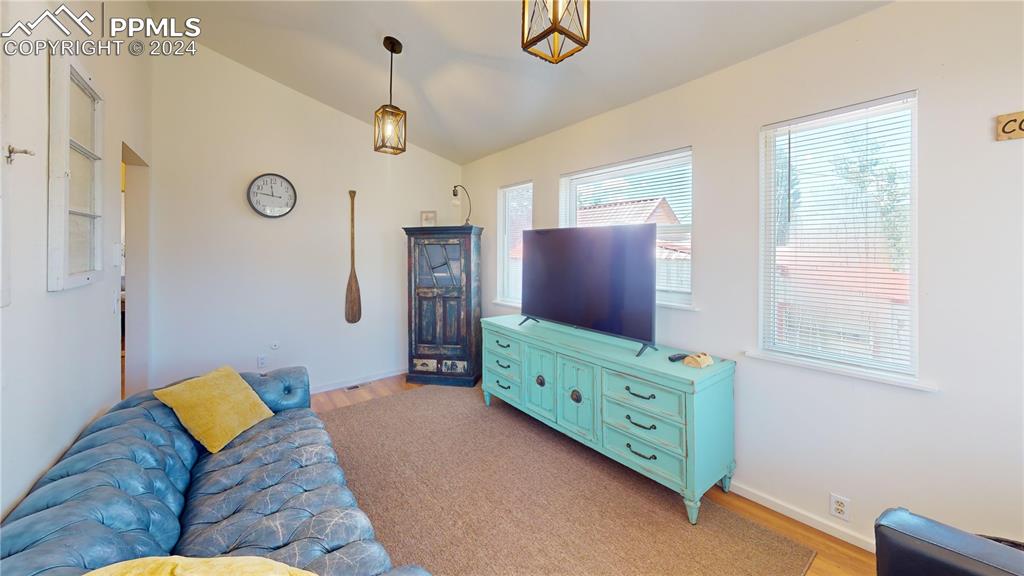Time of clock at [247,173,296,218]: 11:46
